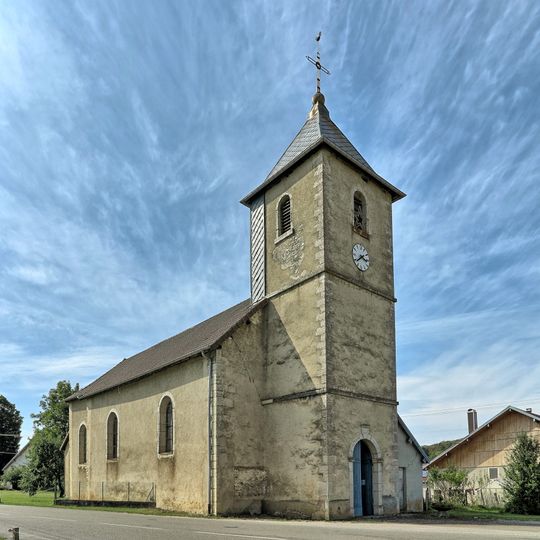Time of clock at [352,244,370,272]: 3:38
